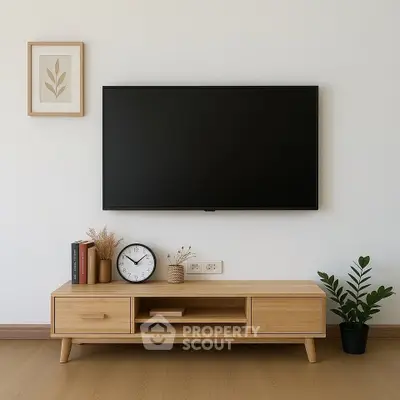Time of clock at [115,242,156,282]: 10:08
